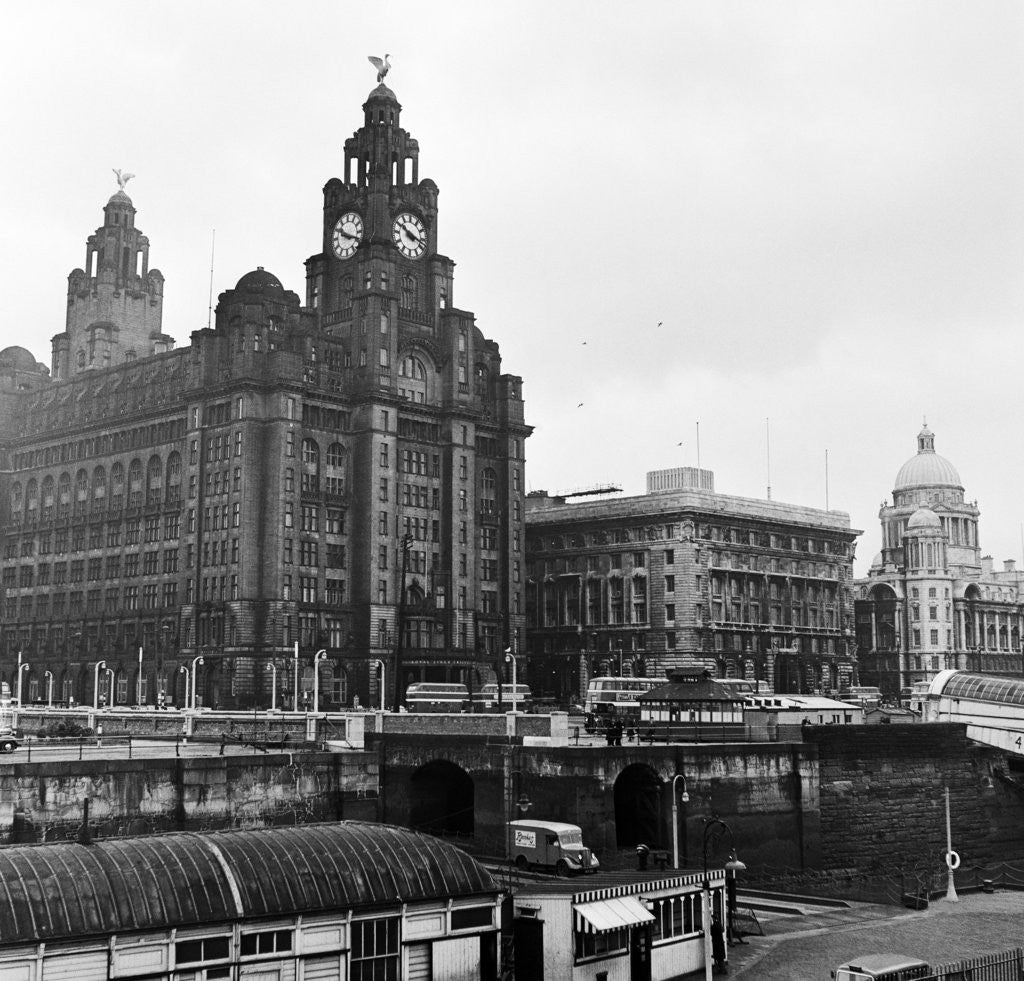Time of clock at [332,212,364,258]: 10:18
